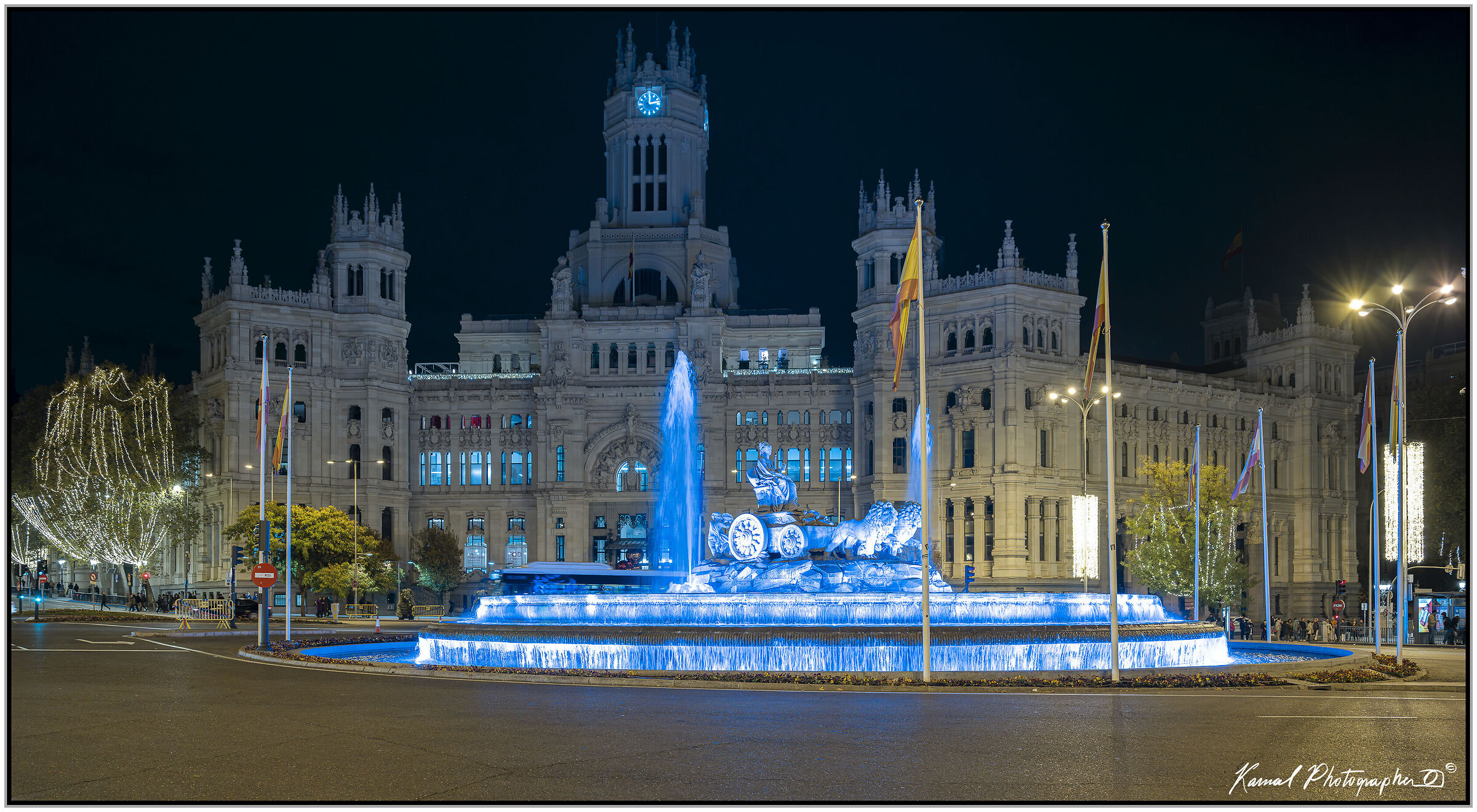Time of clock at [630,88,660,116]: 12:13
